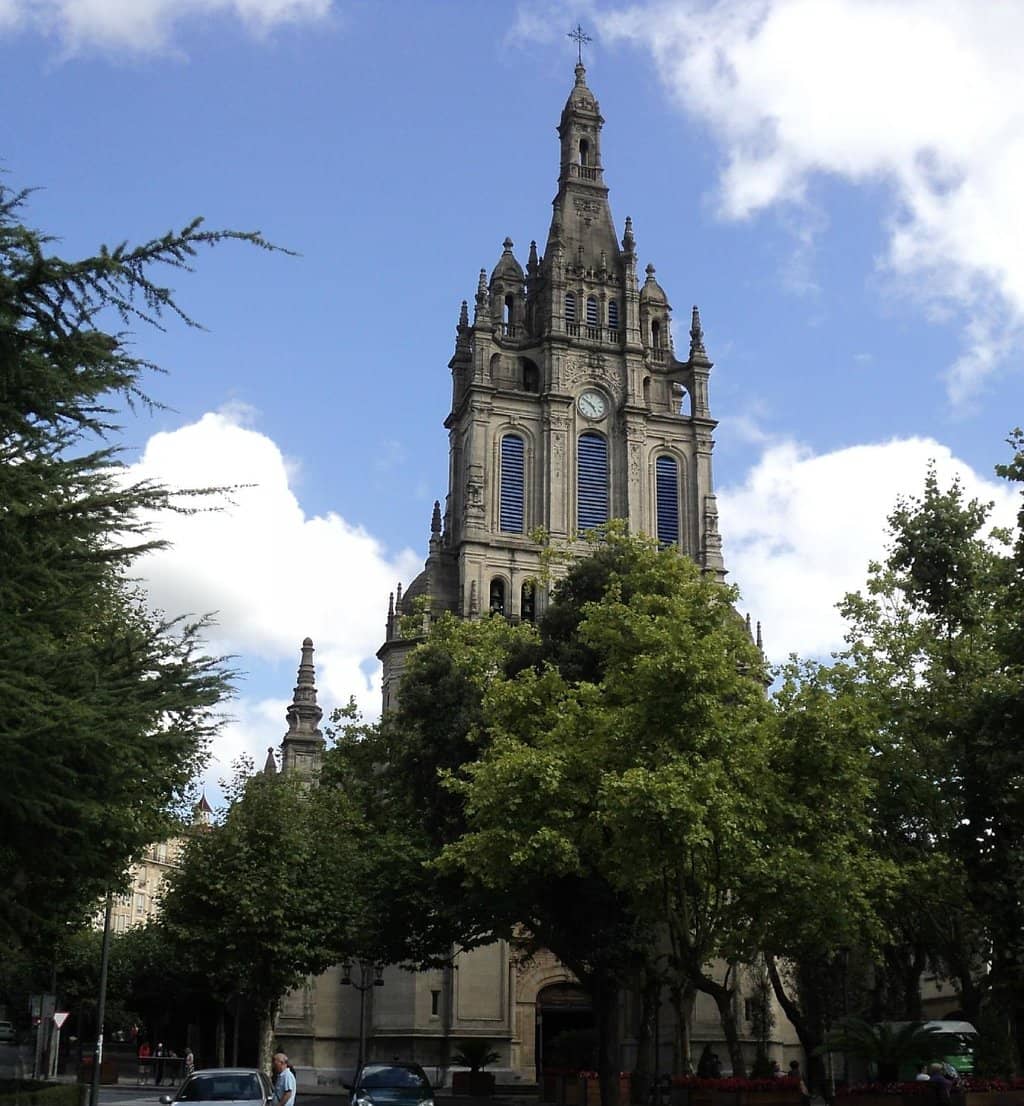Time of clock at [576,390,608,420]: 4:50
